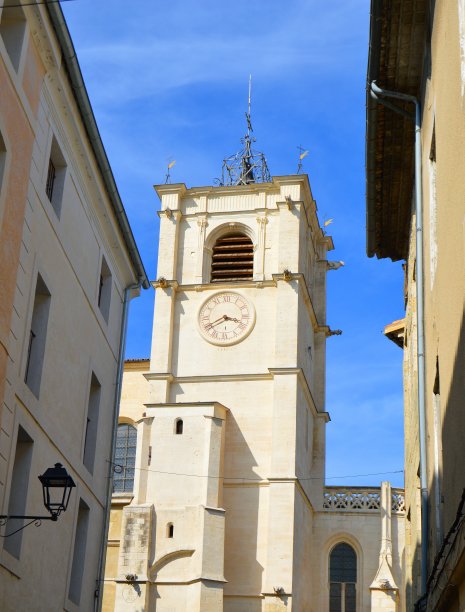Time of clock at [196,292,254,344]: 3:40
